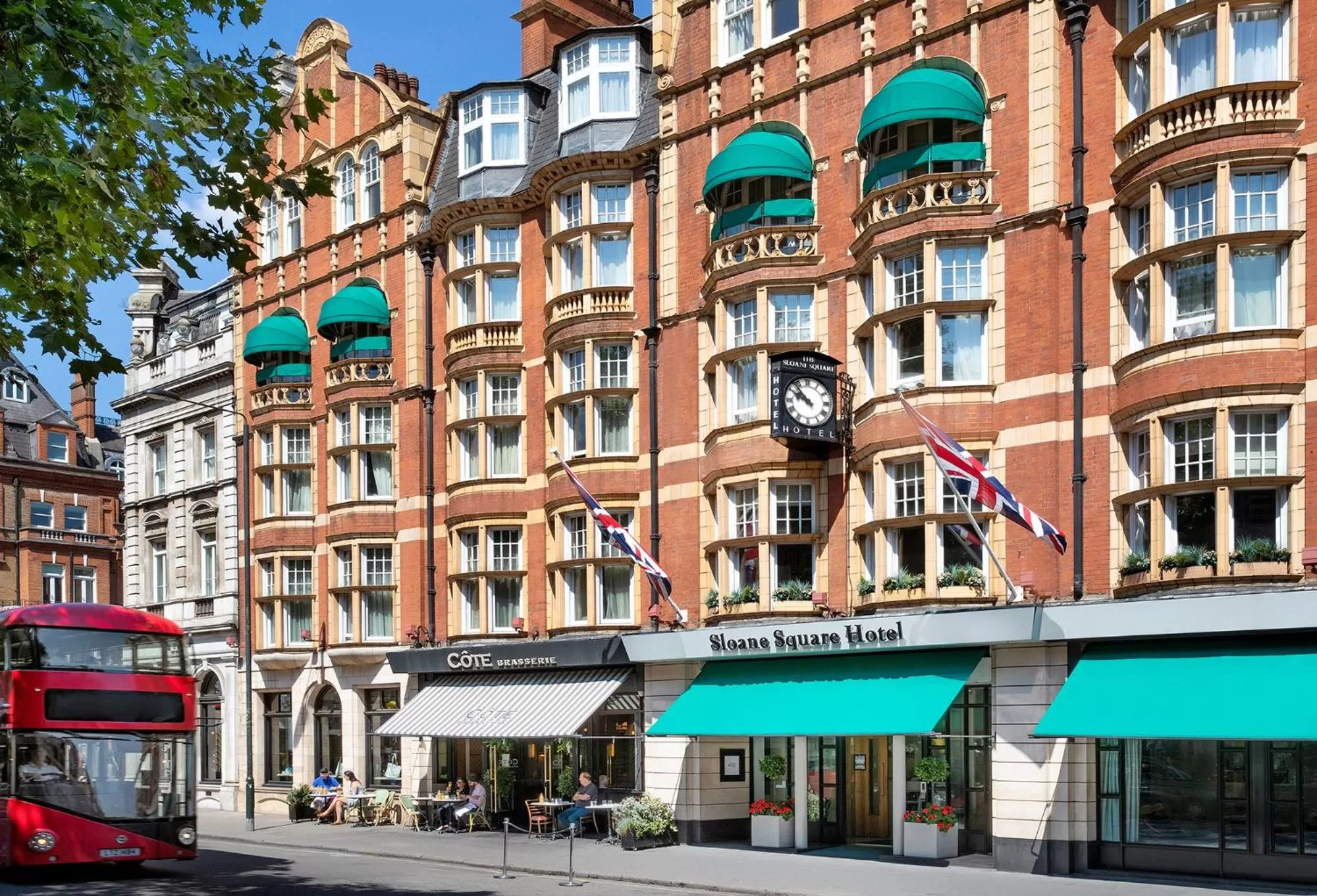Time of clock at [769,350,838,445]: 9:53
